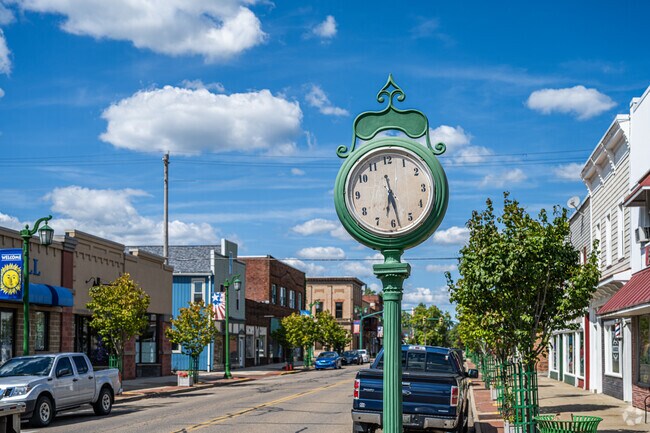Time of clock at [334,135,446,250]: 6:28
